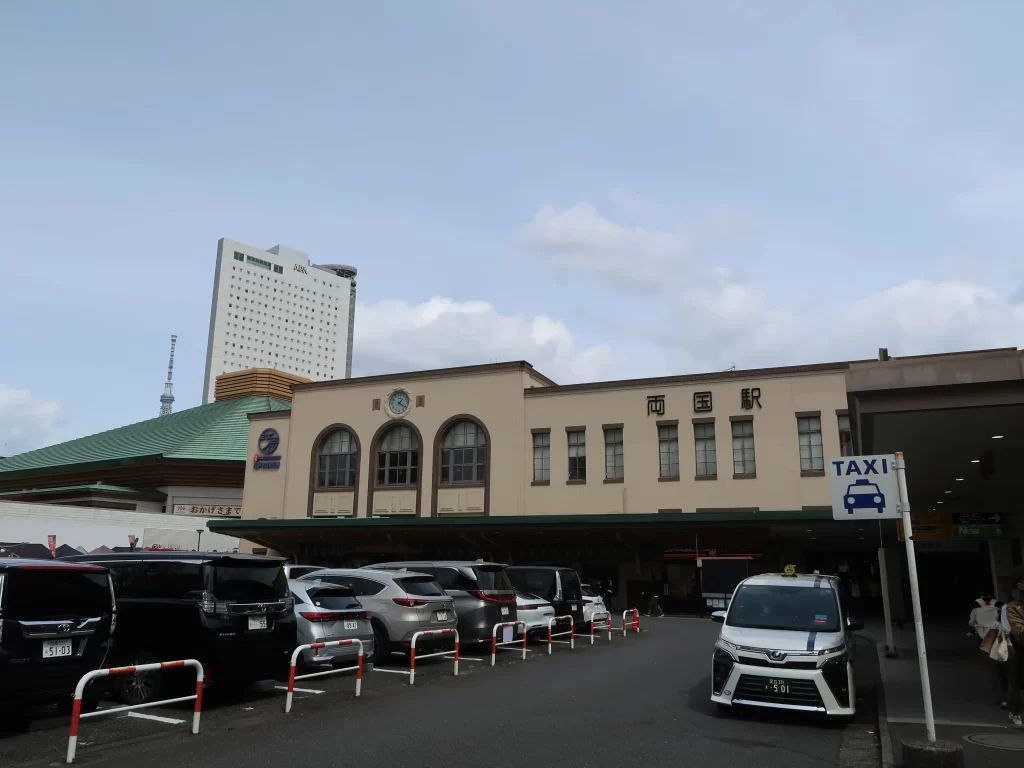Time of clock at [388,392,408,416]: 1:21
